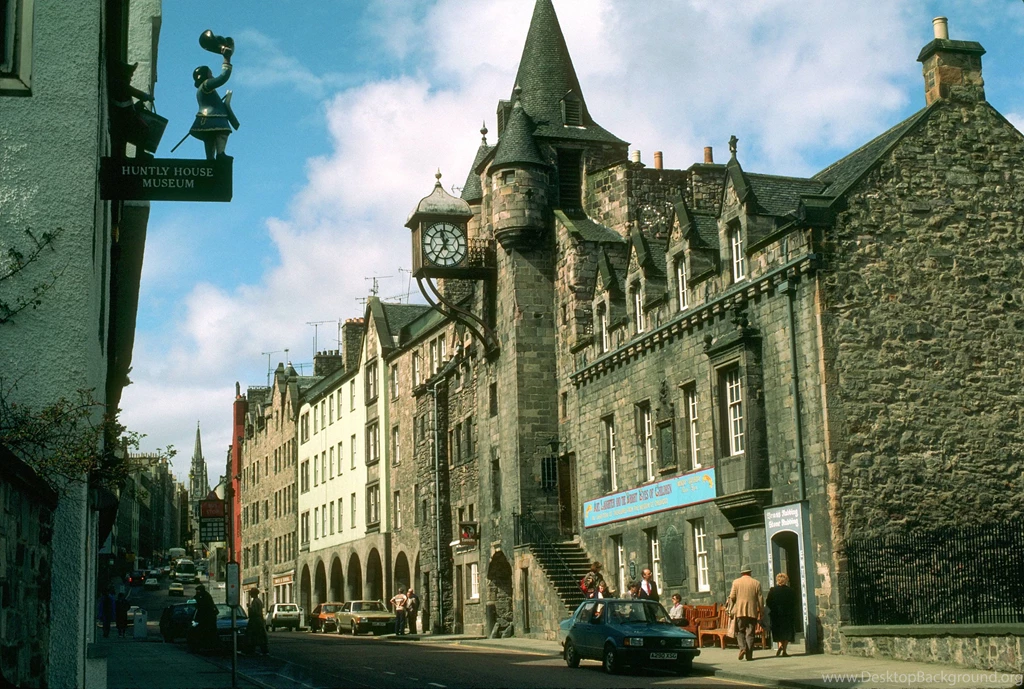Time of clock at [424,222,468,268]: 11:35
